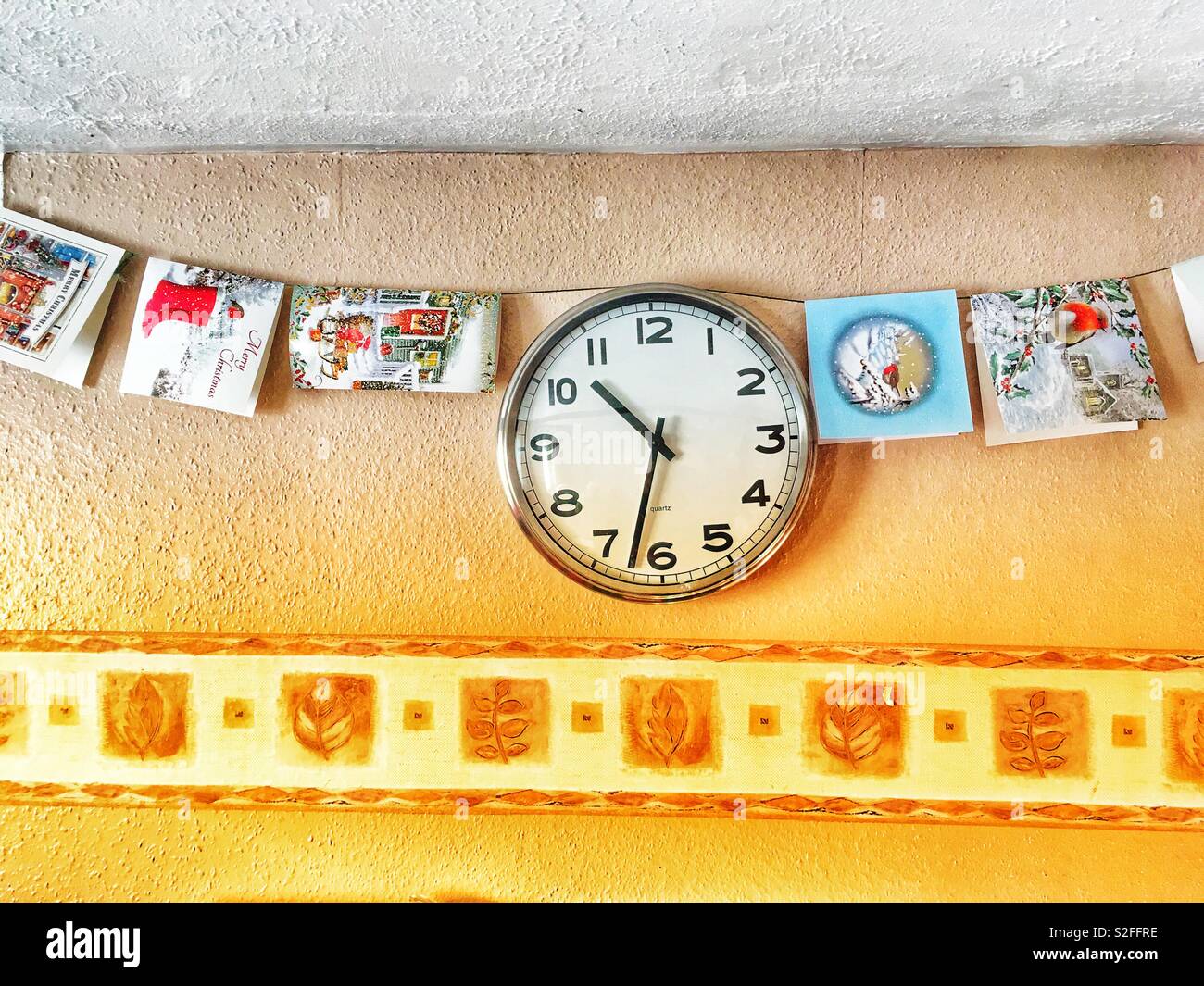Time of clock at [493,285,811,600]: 10:32
